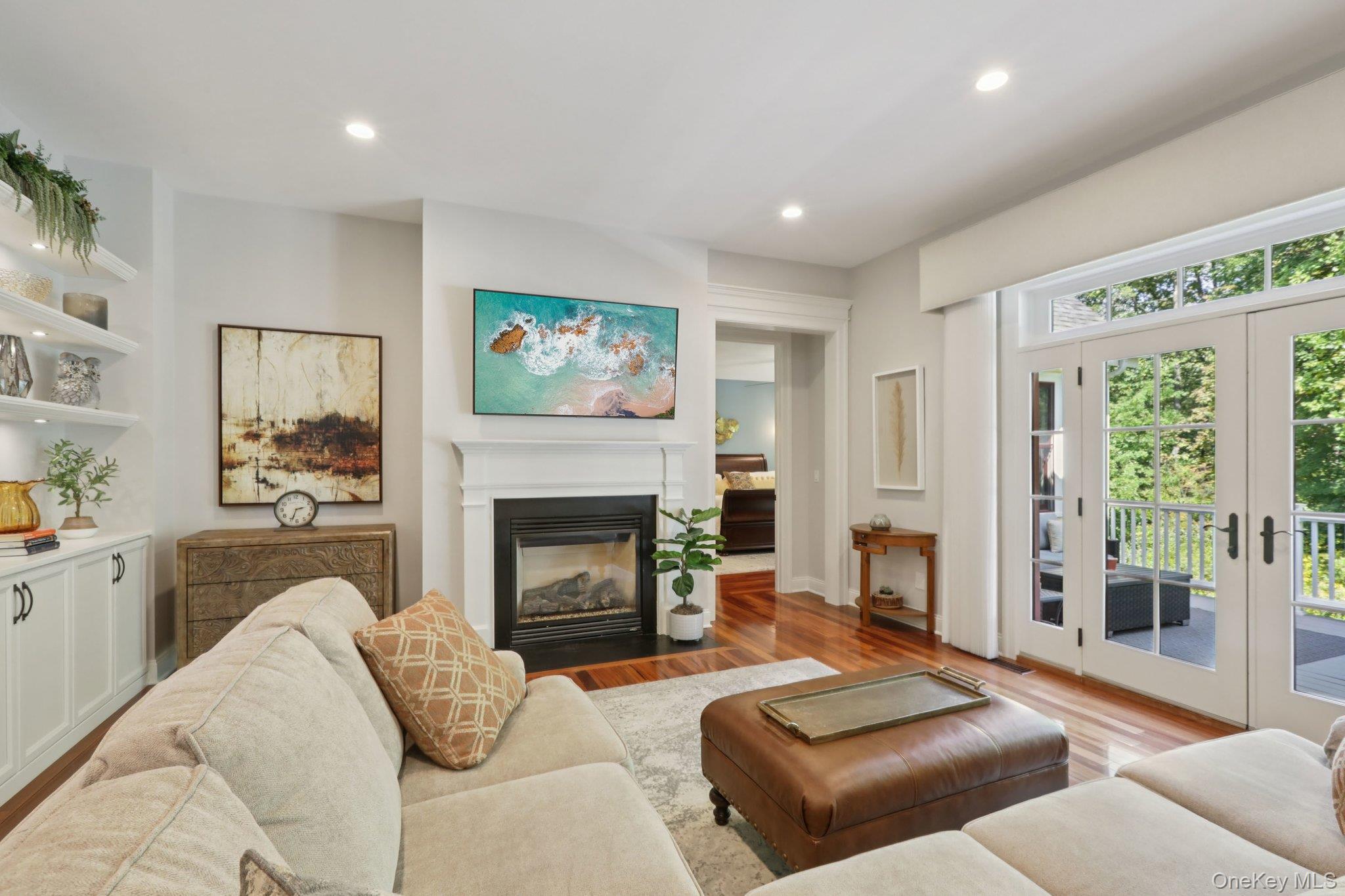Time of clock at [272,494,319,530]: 2:33
